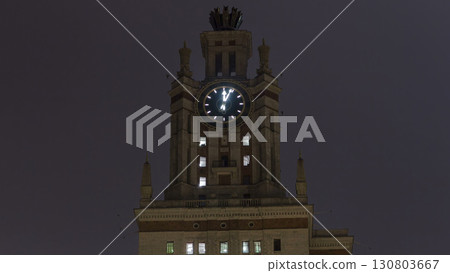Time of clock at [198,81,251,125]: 12:04
